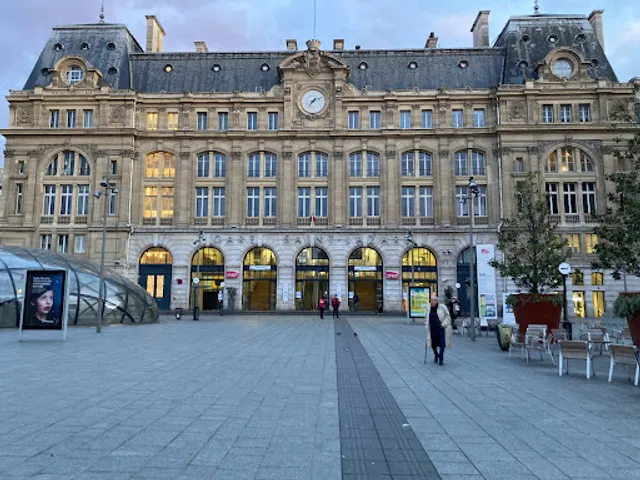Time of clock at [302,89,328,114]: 7:11
